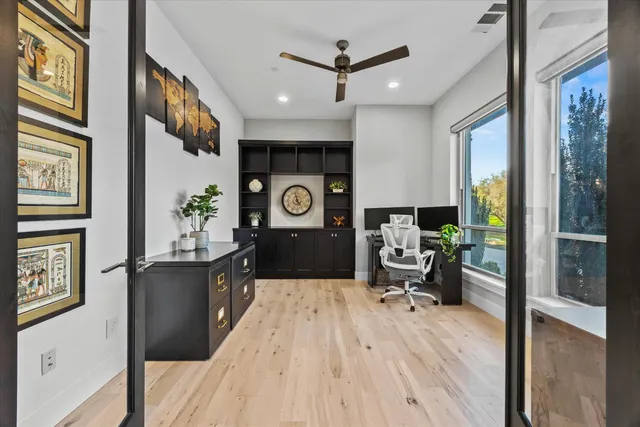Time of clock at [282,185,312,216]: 4:57
